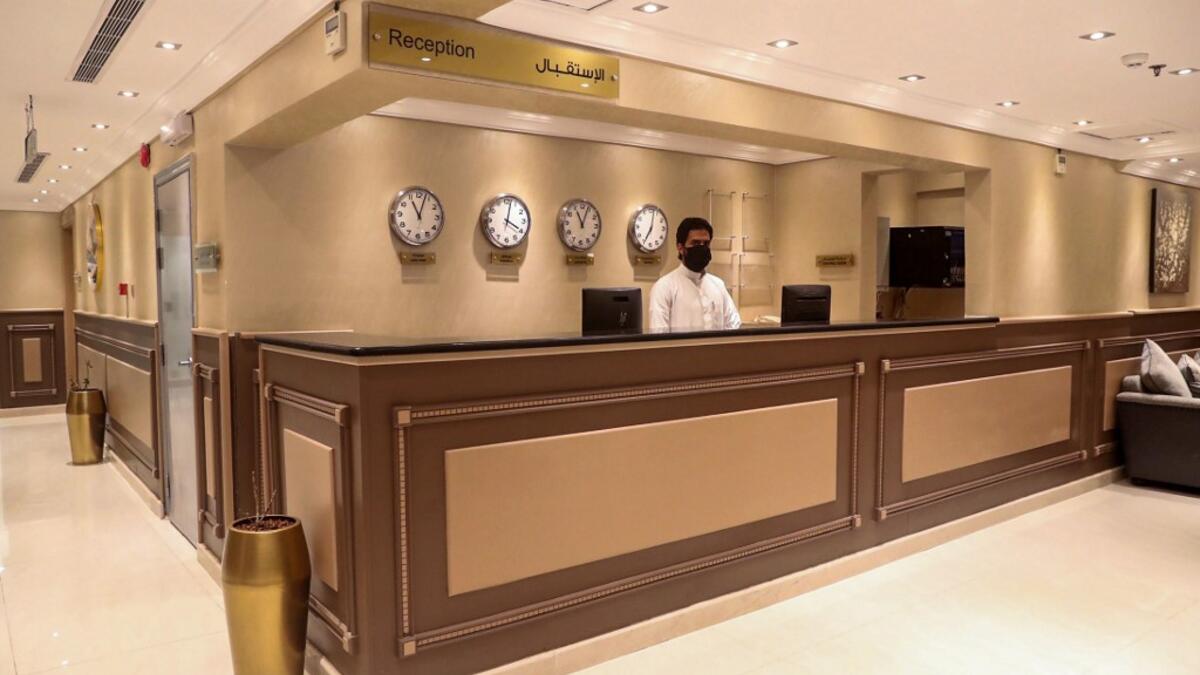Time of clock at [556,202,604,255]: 11:03
